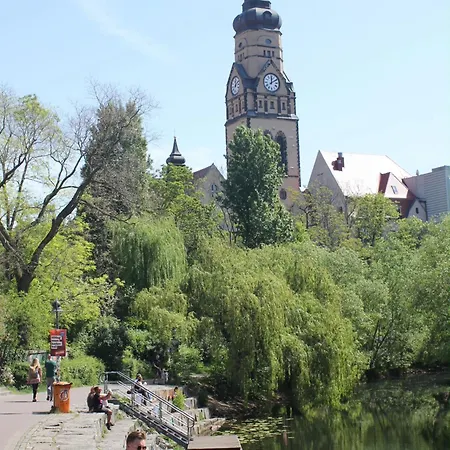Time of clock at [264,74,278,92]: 12:10
